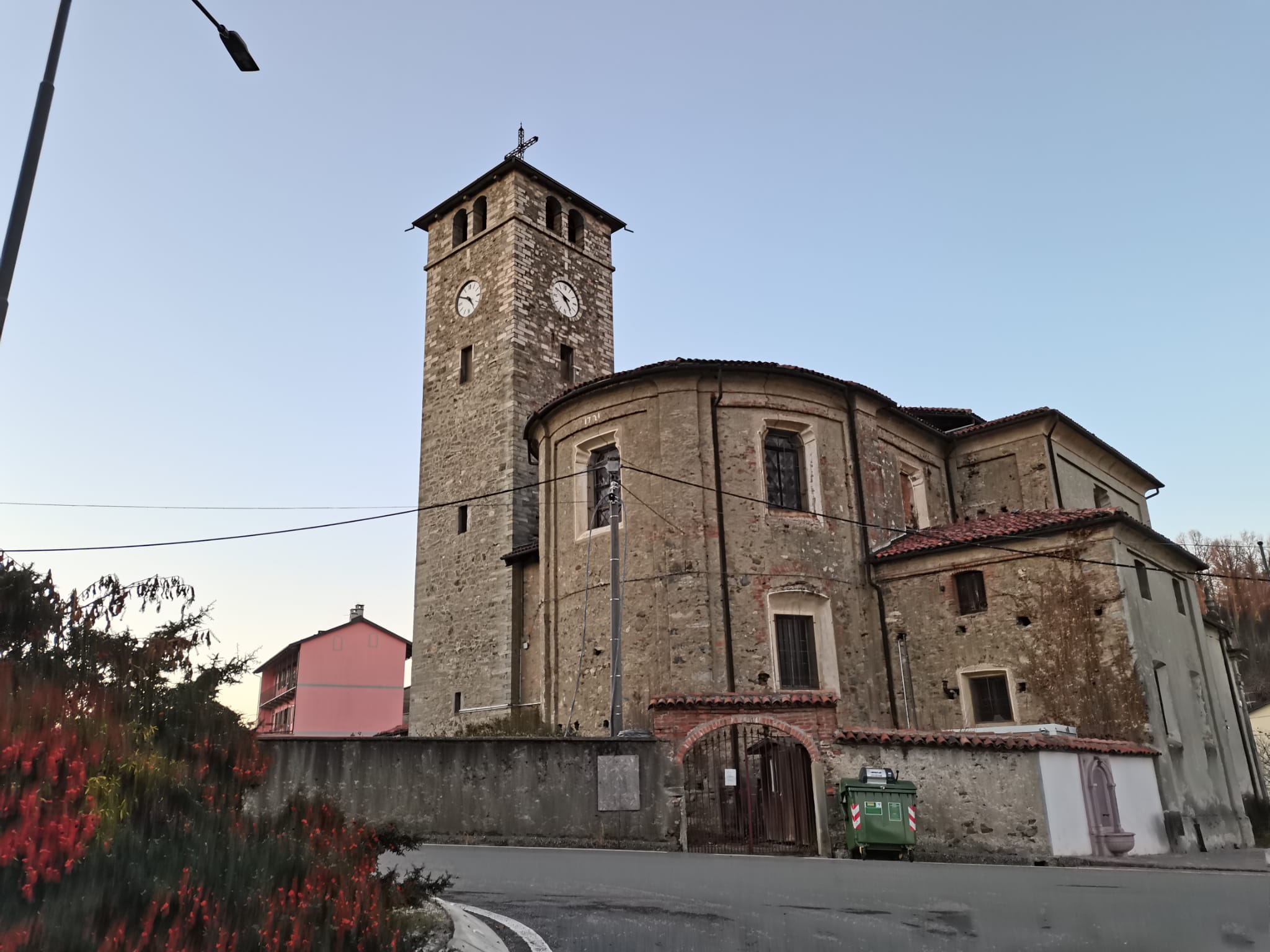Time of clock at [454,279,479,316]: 4:49
